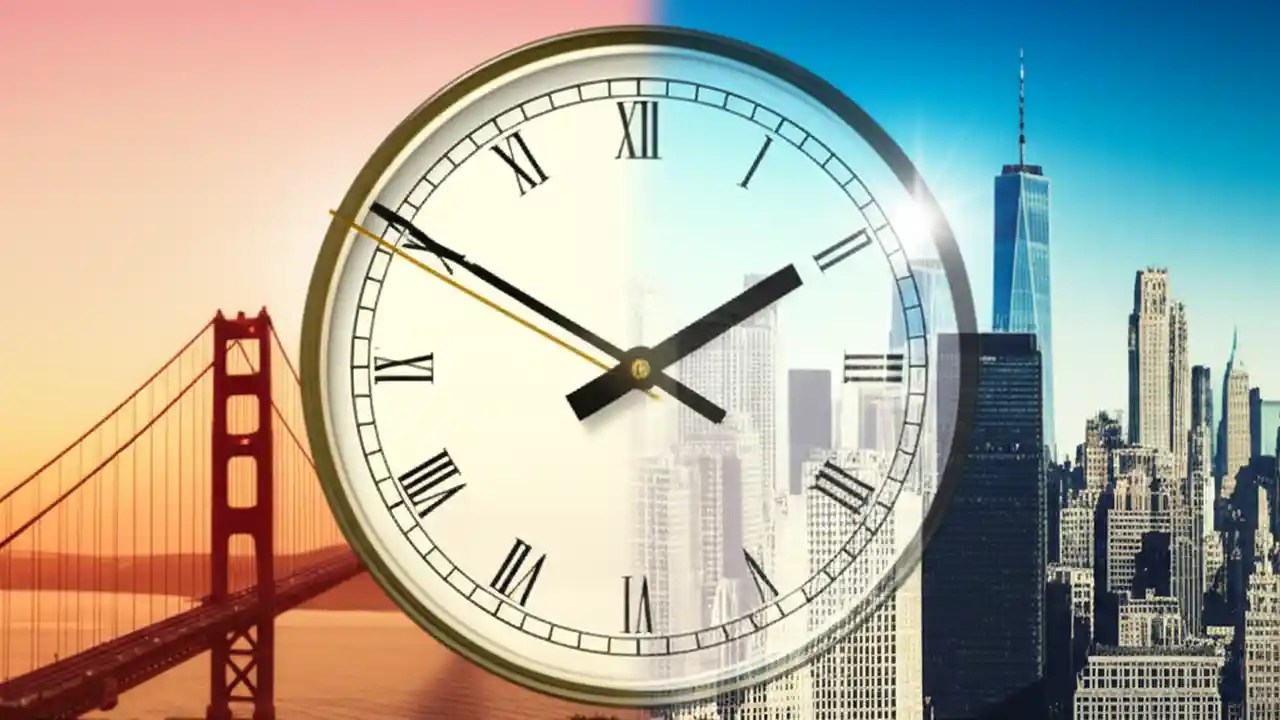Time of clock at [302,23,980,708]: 1:50
